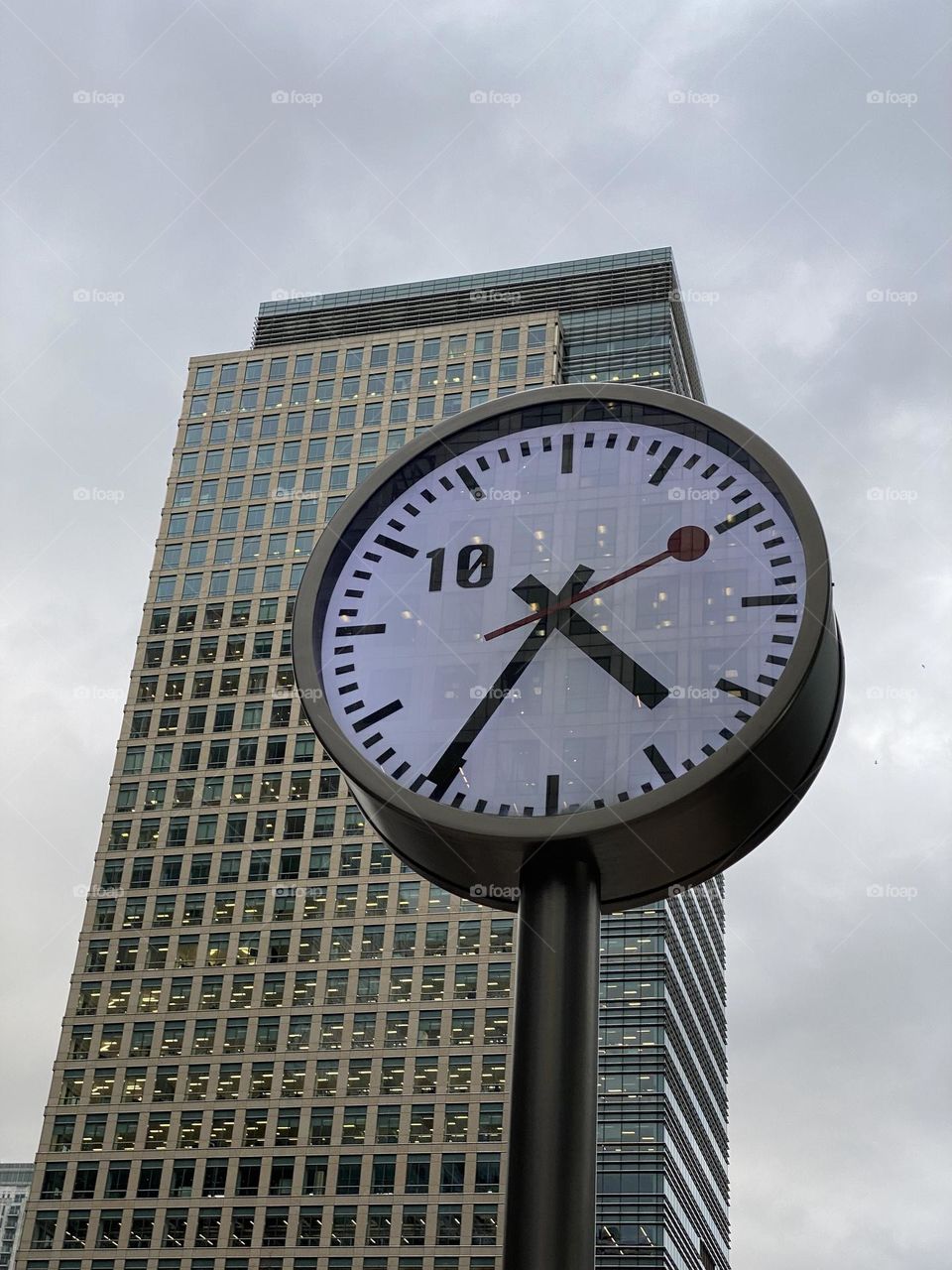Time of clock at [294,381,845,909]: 4:35
